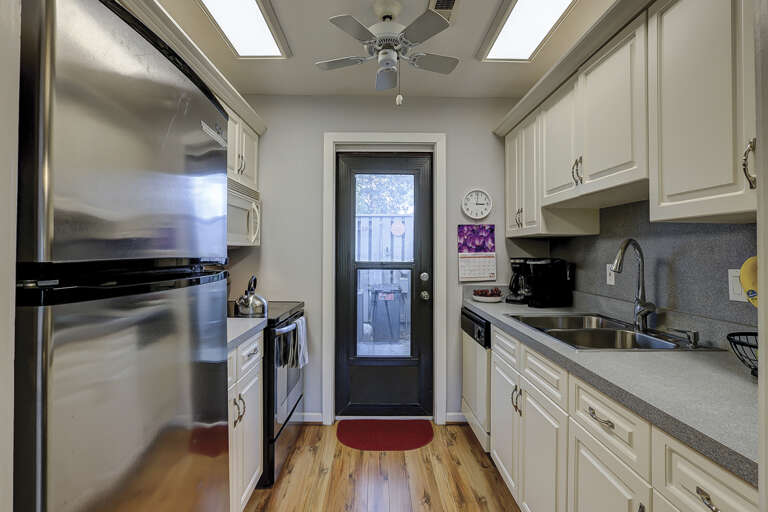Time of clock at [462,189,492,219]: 3:01
